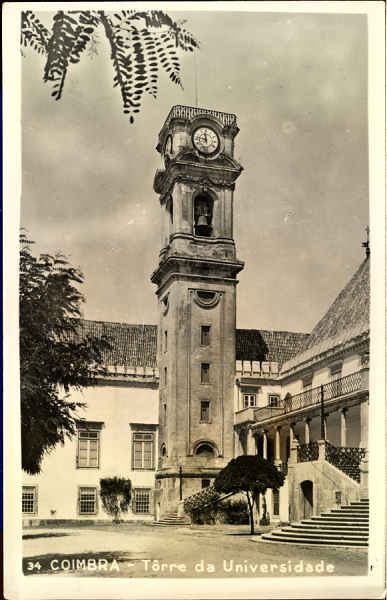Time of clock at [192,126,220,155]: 11:46
